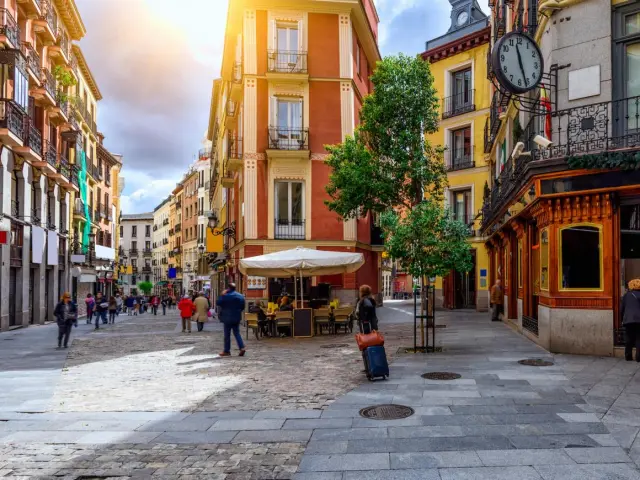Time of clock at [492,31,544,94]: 11:26
